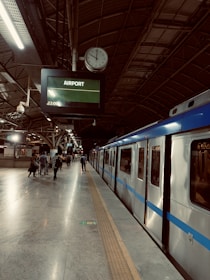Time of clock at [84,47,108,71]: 10:00
